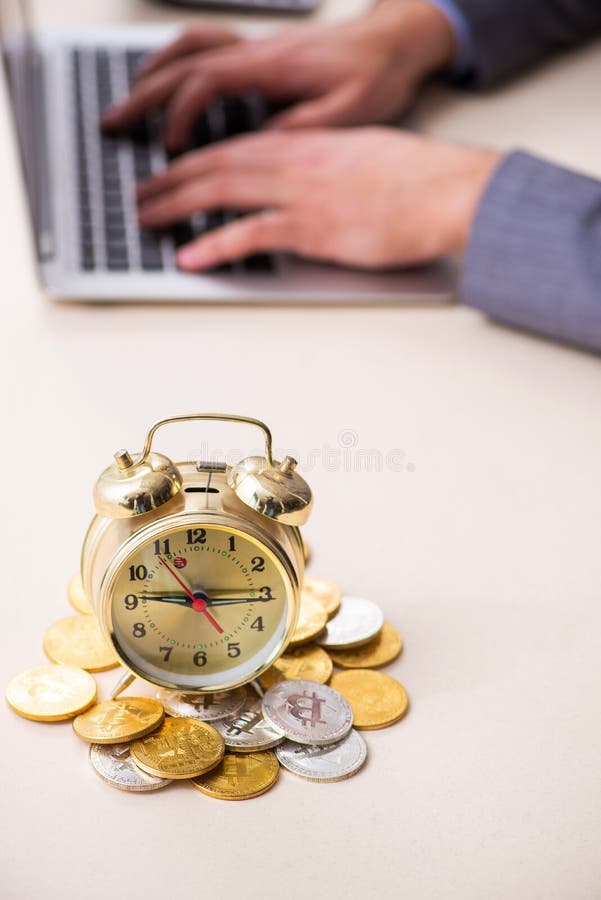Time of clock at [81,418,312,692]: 9:15
